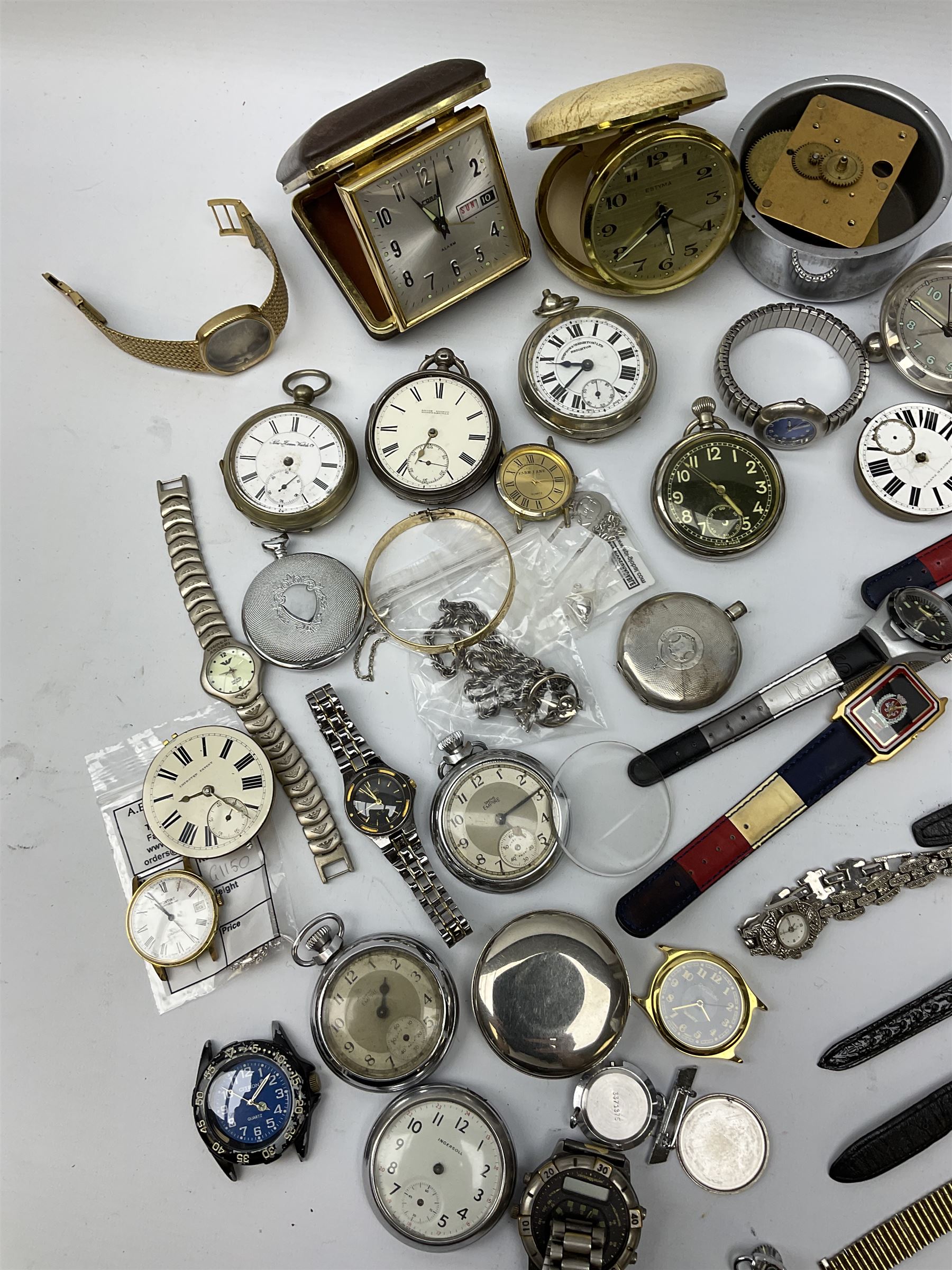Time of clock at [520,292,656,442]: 8:35
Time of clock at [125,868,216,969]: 10:55
